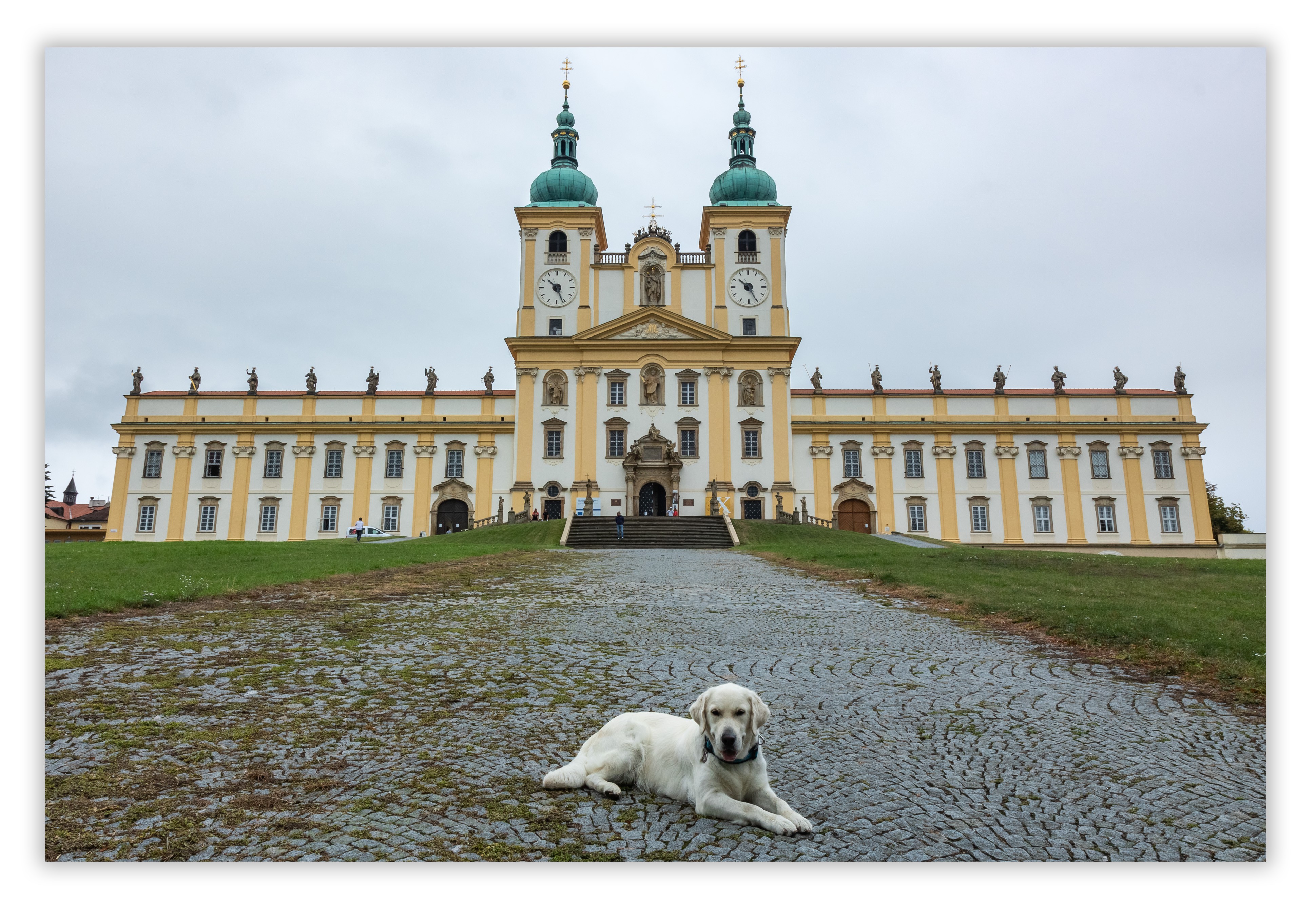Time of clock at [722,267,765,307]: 10:25
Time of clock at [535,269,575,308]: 10:26
